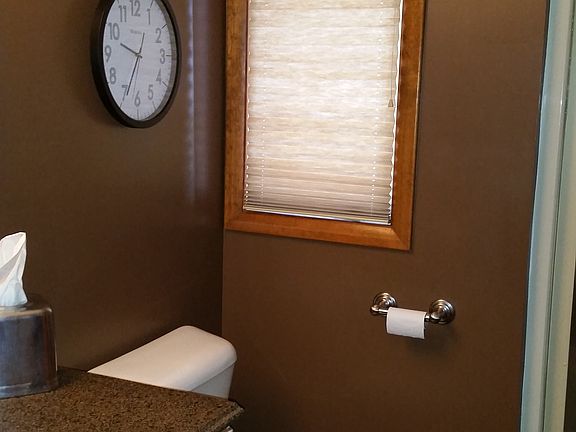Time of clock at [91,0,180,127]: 9:34
